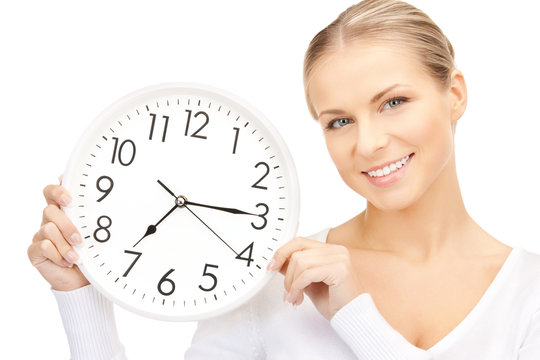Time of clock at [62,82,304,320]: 7:15
